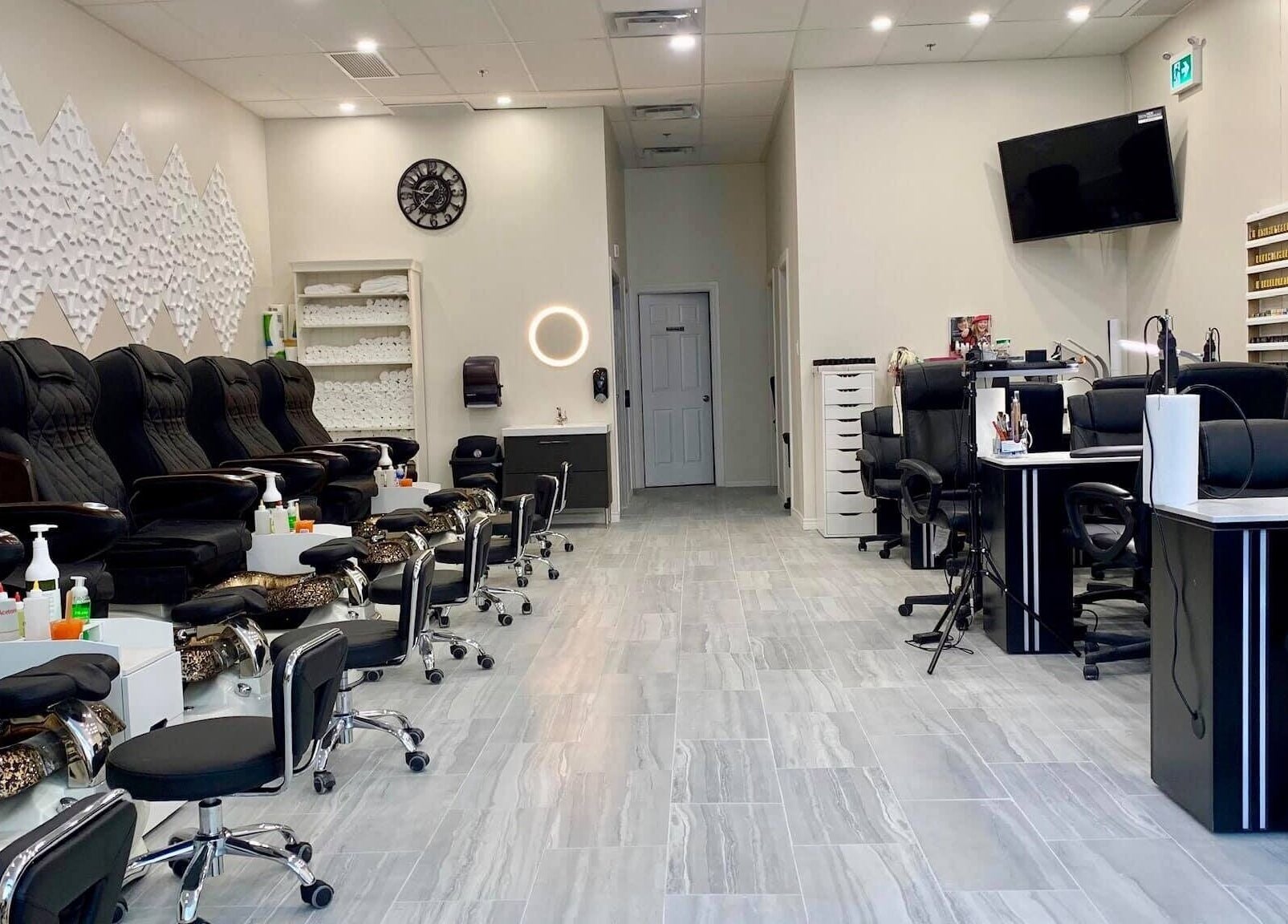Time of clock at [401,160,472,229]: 9:37
